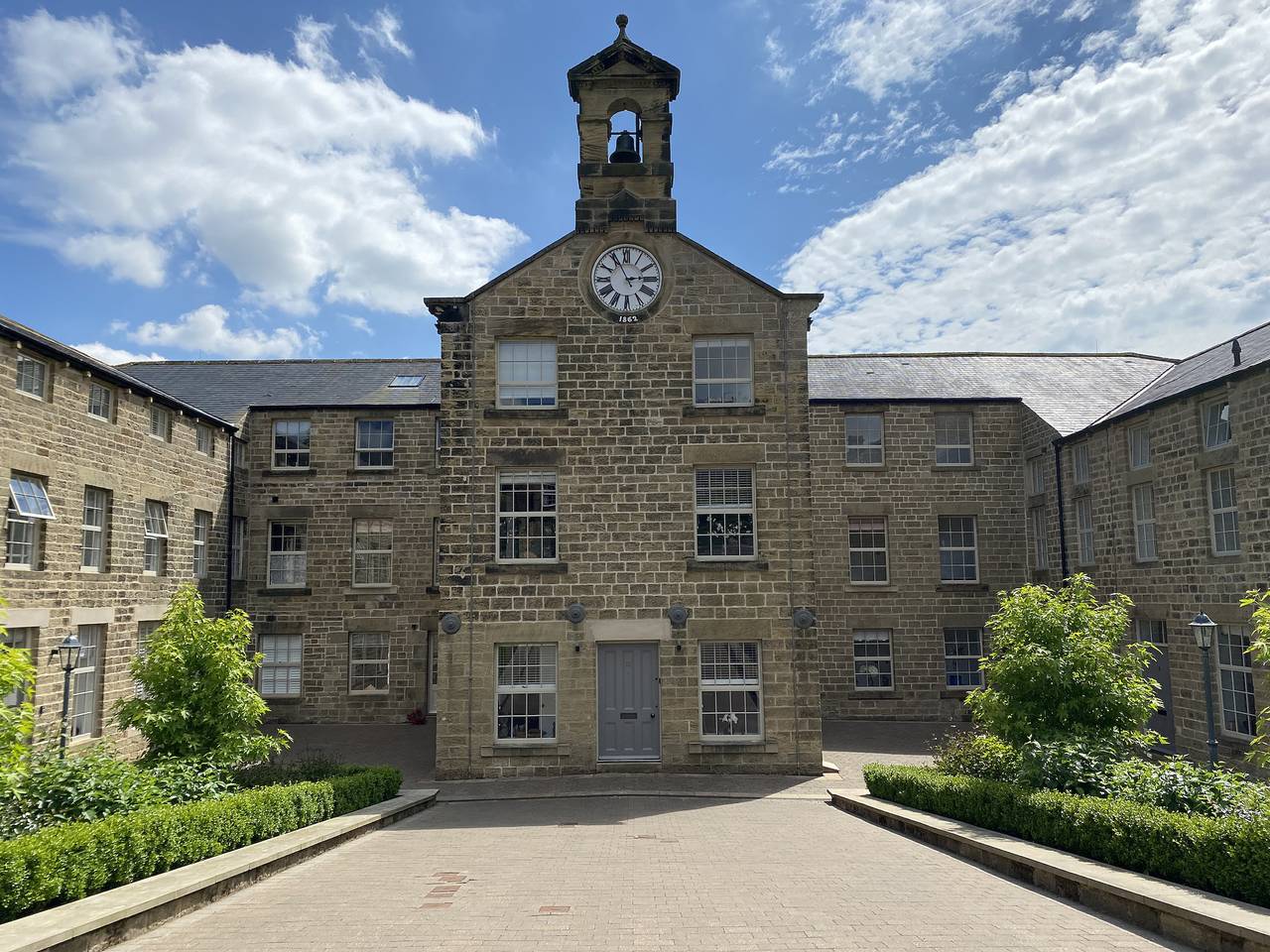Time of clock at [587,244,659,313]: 2:55
